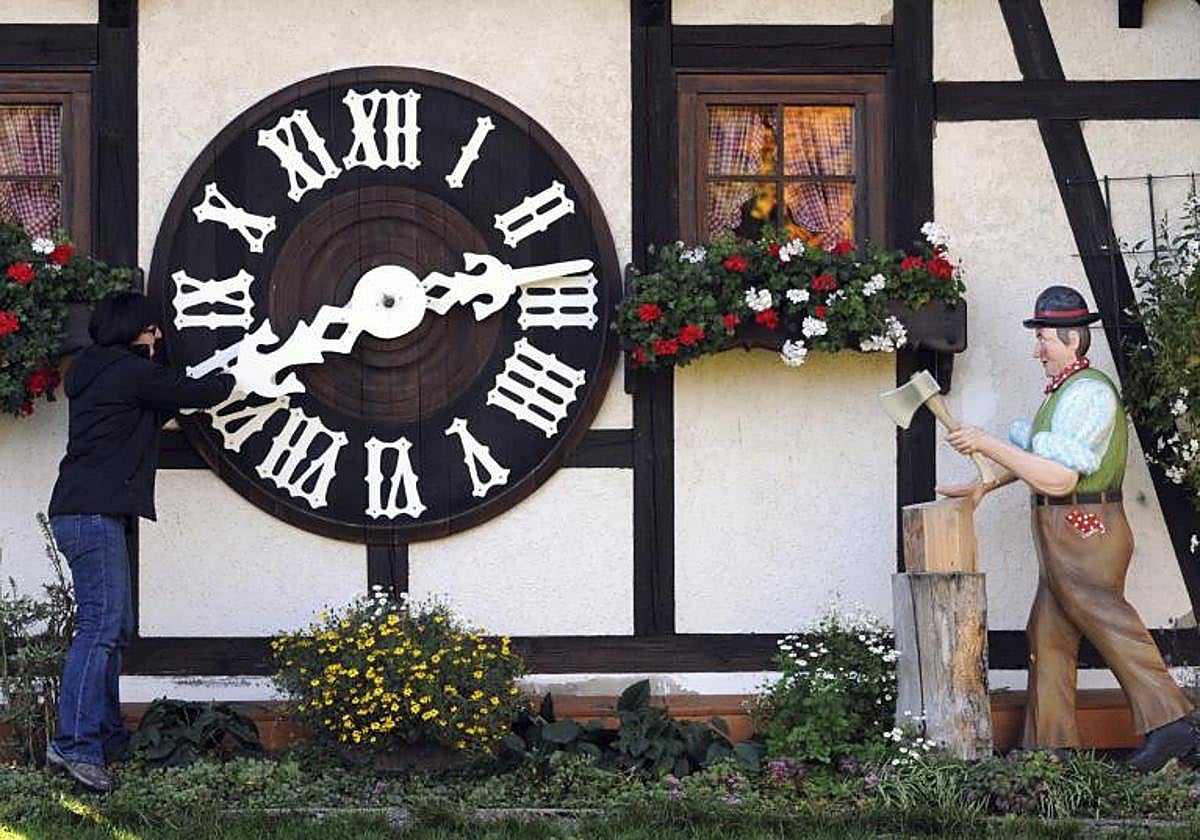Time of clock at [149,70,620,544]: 2:40
